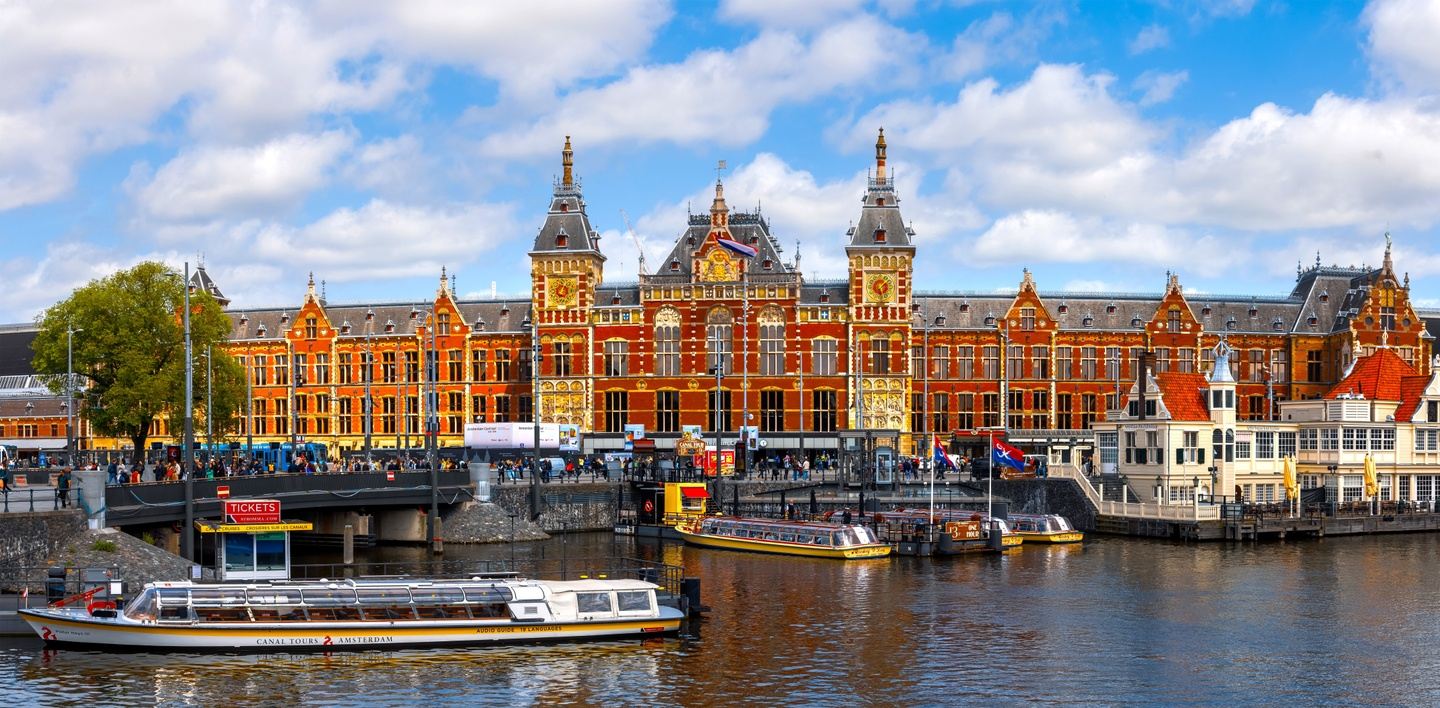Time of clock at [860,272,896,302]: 1:28
